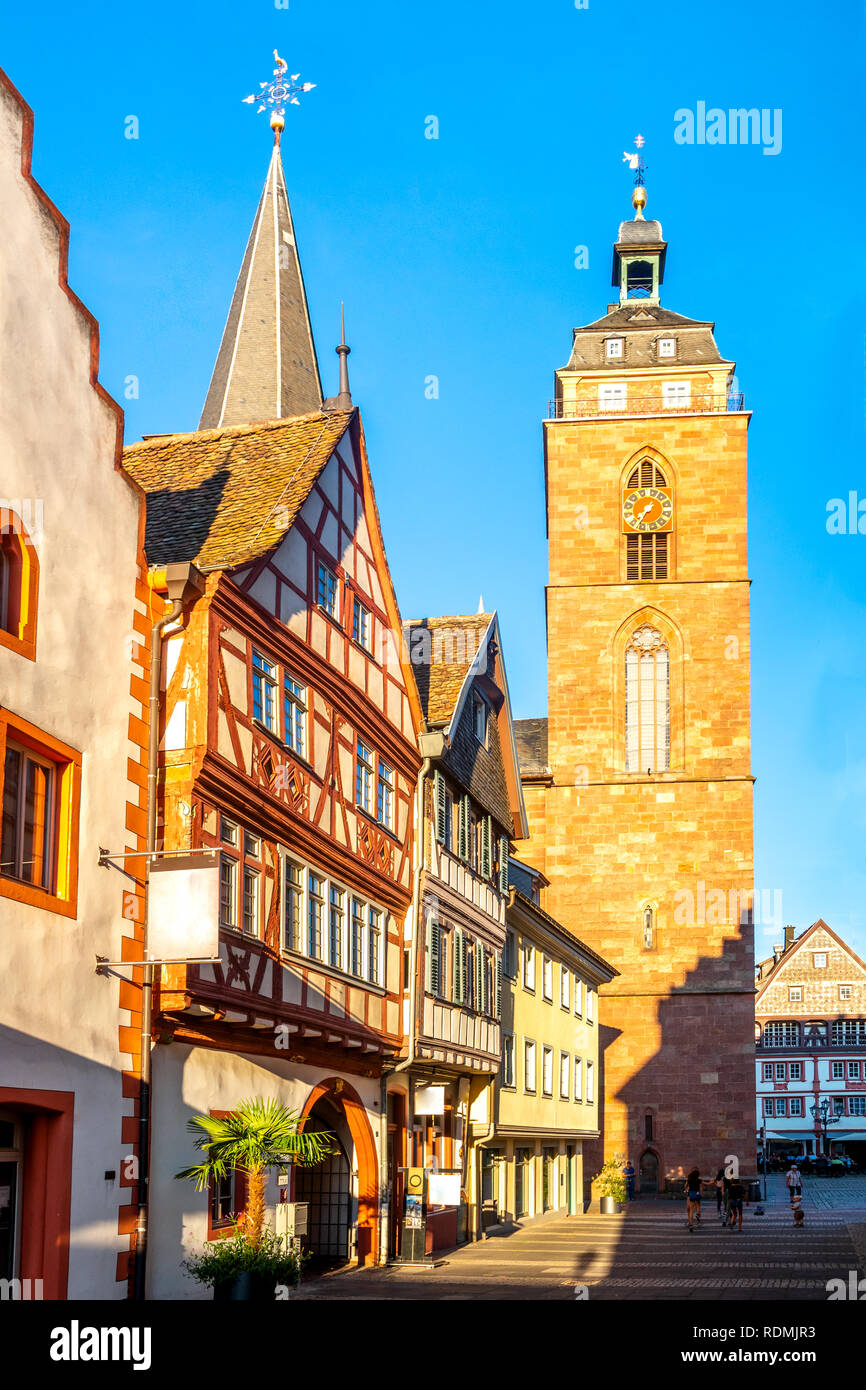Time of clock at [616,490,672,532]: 7:35
